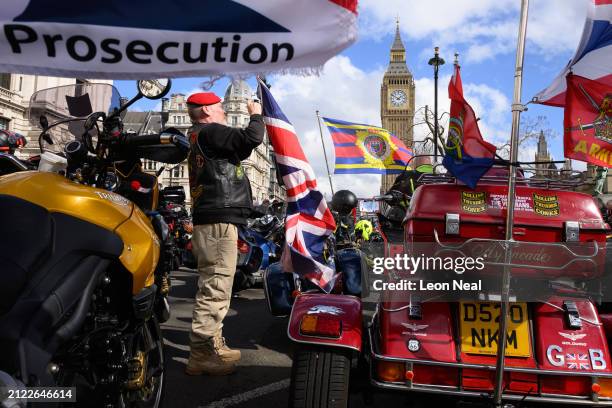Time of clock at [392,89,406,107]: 1:50
